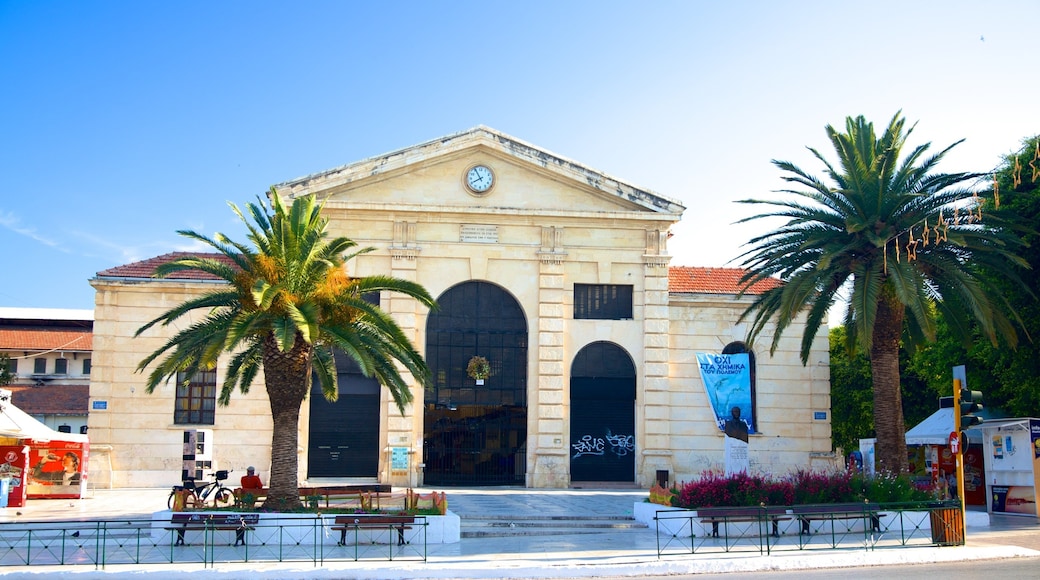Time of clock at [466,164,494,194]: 7:55
